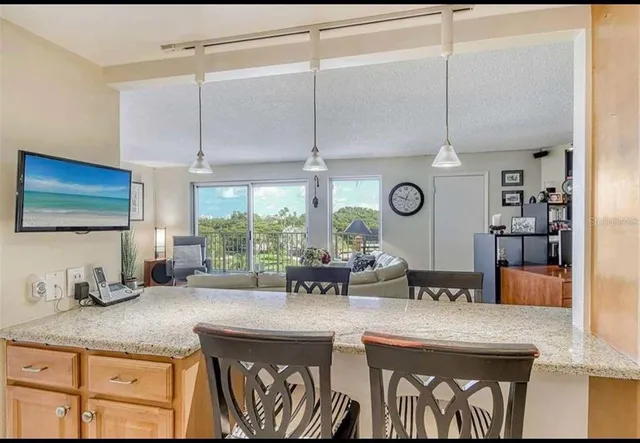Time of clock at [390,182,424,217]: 12:48
